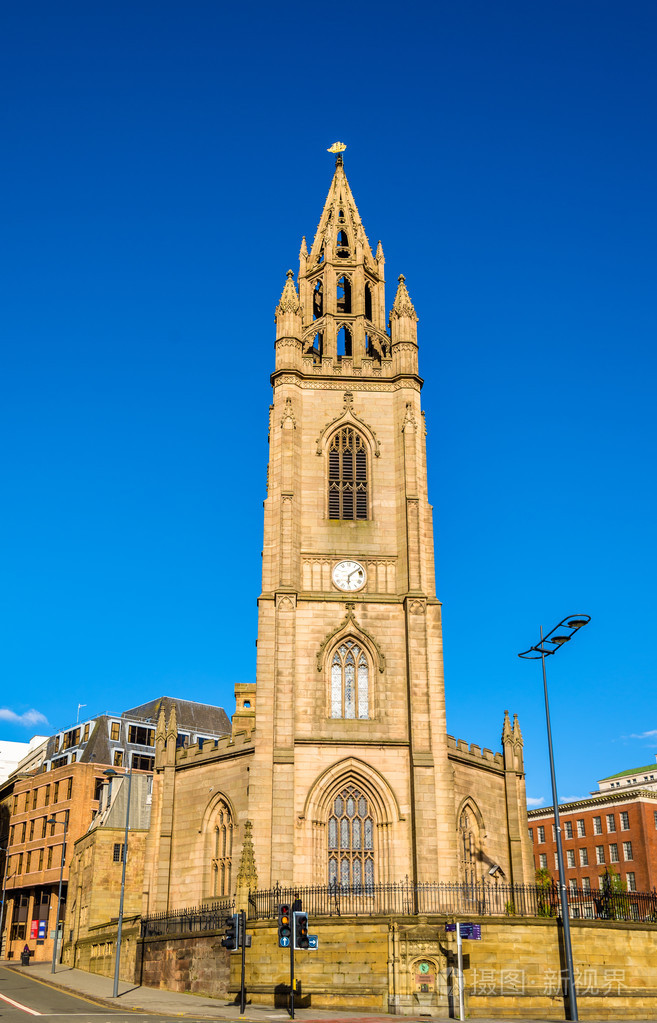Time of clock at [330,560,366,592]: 6:08
